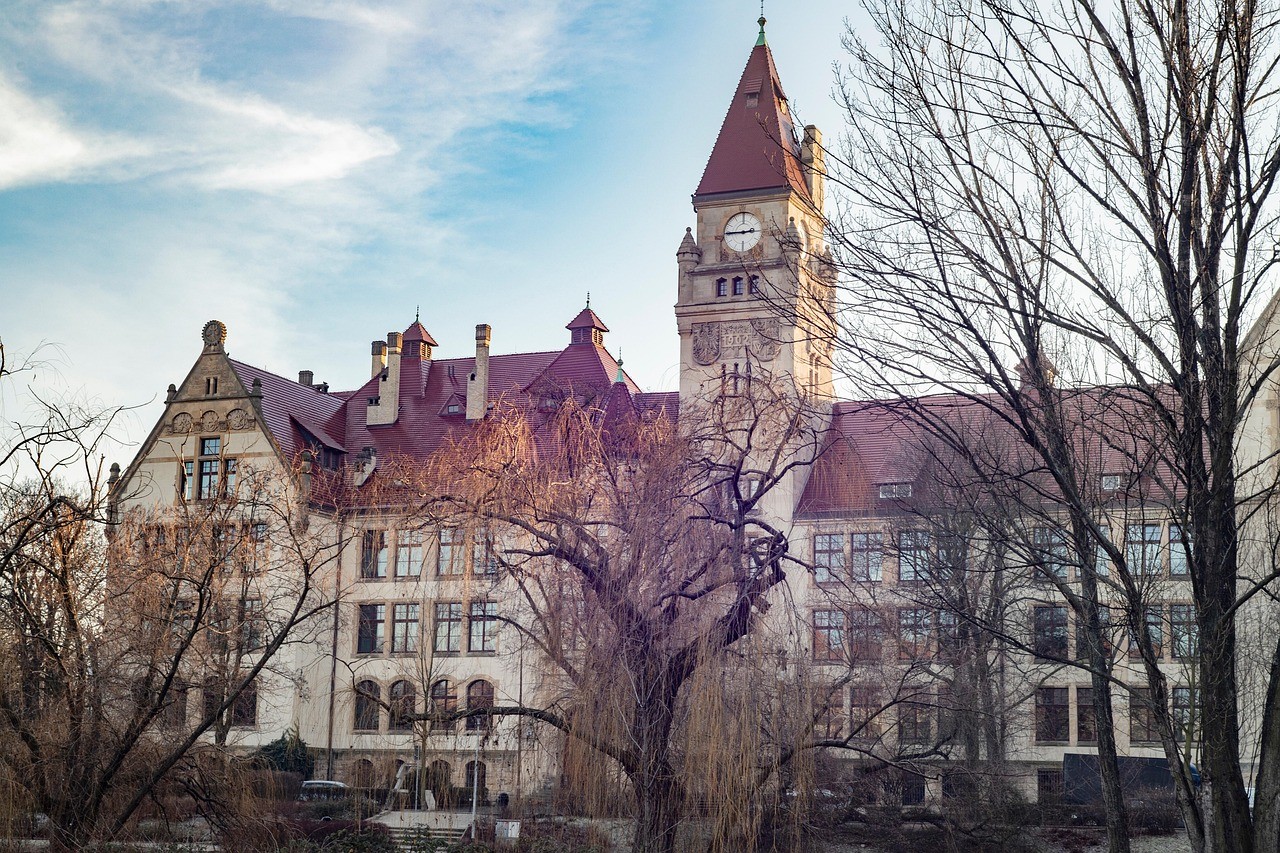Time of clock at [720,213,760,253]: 2:45
